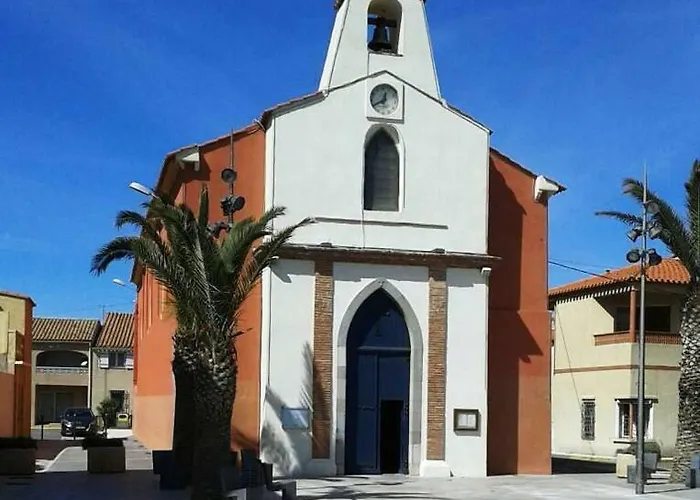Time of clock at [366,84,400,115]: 12:40
